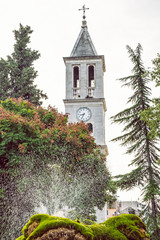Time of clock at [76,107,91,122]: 8:33
